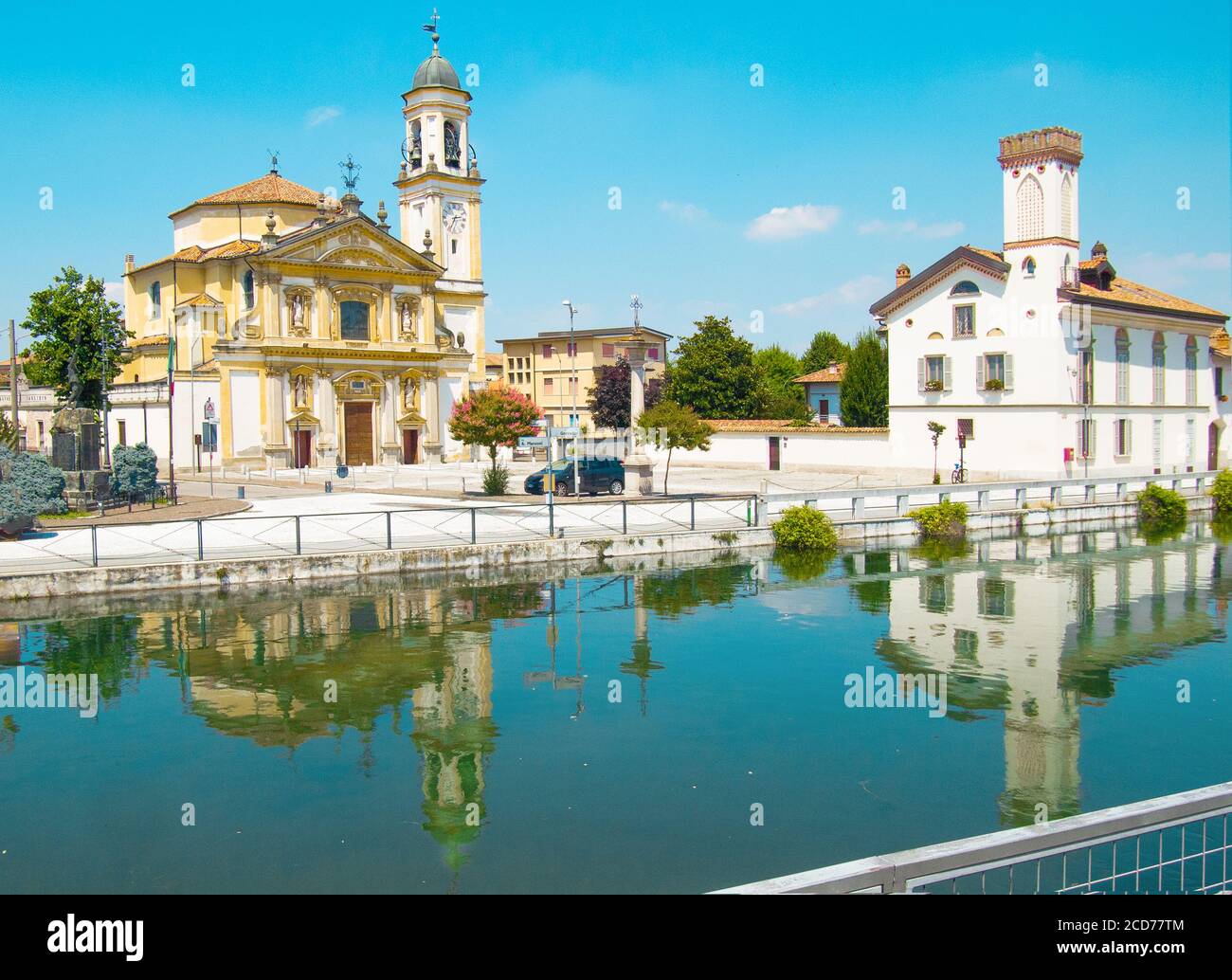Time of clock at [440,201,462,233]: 2:34
